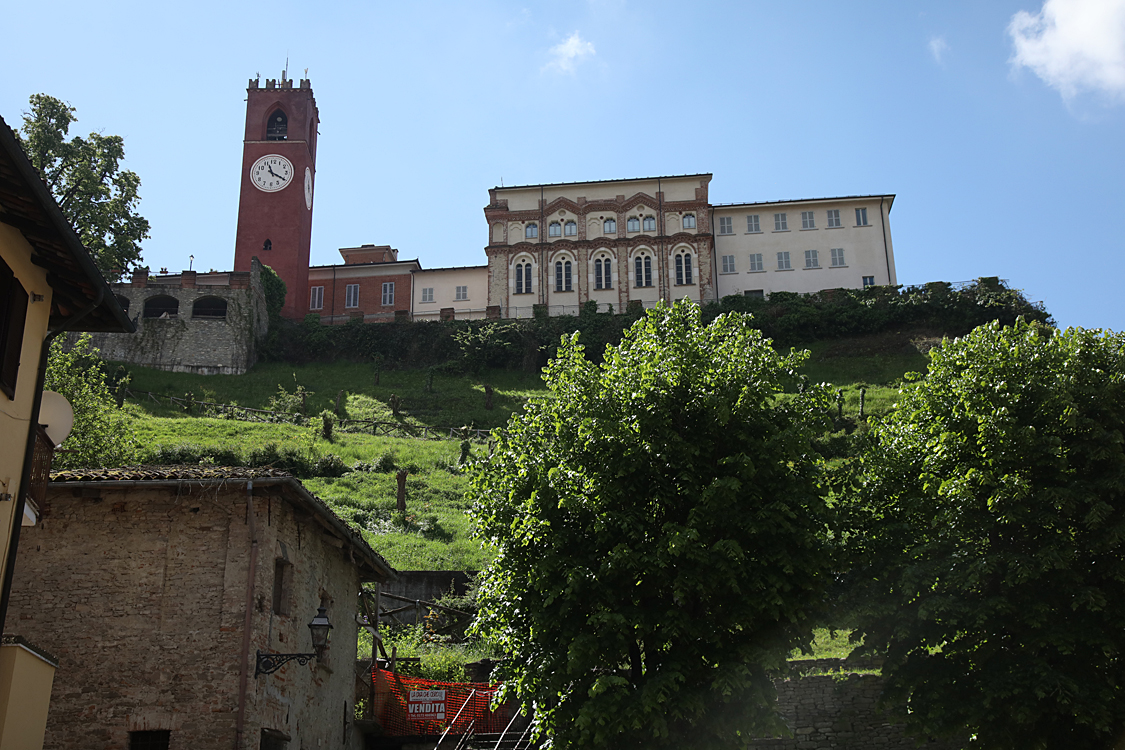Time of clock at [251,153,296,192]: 11:19
